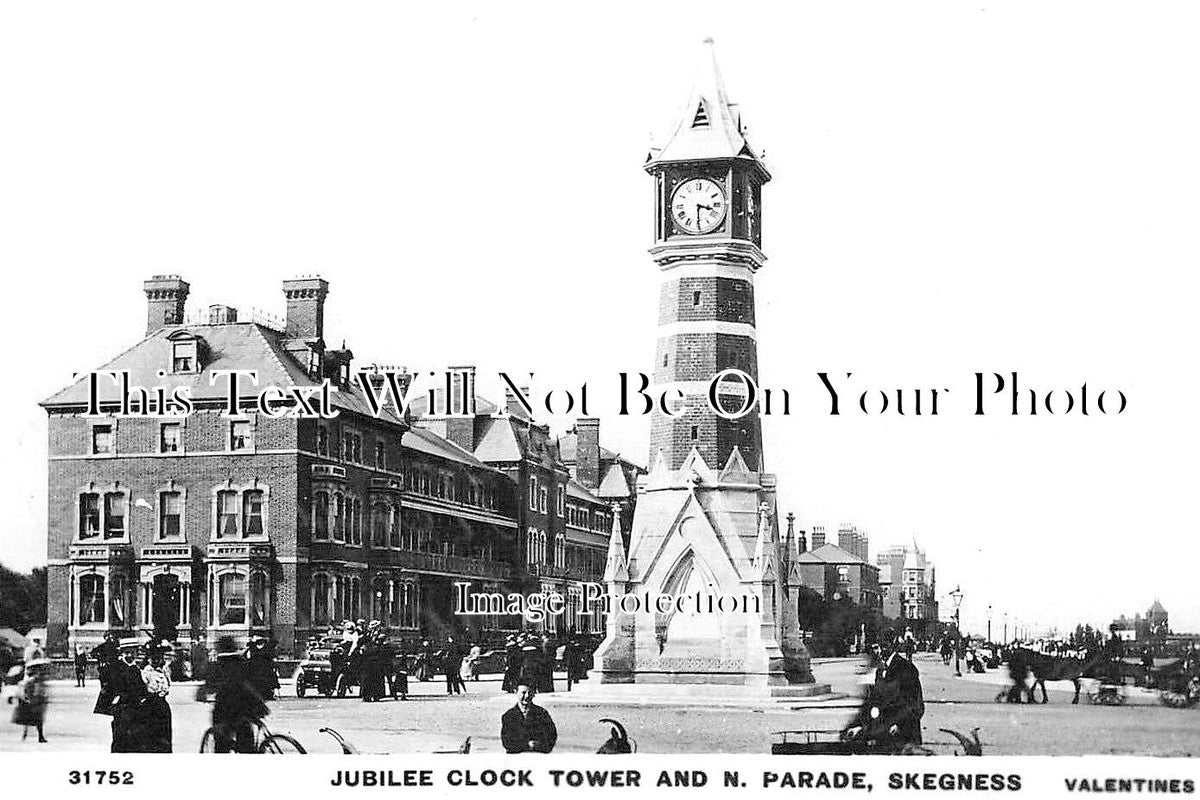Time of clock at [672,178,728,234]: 3:29
